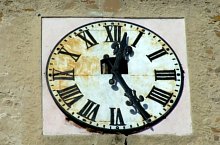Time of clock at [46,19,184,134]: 12:24
